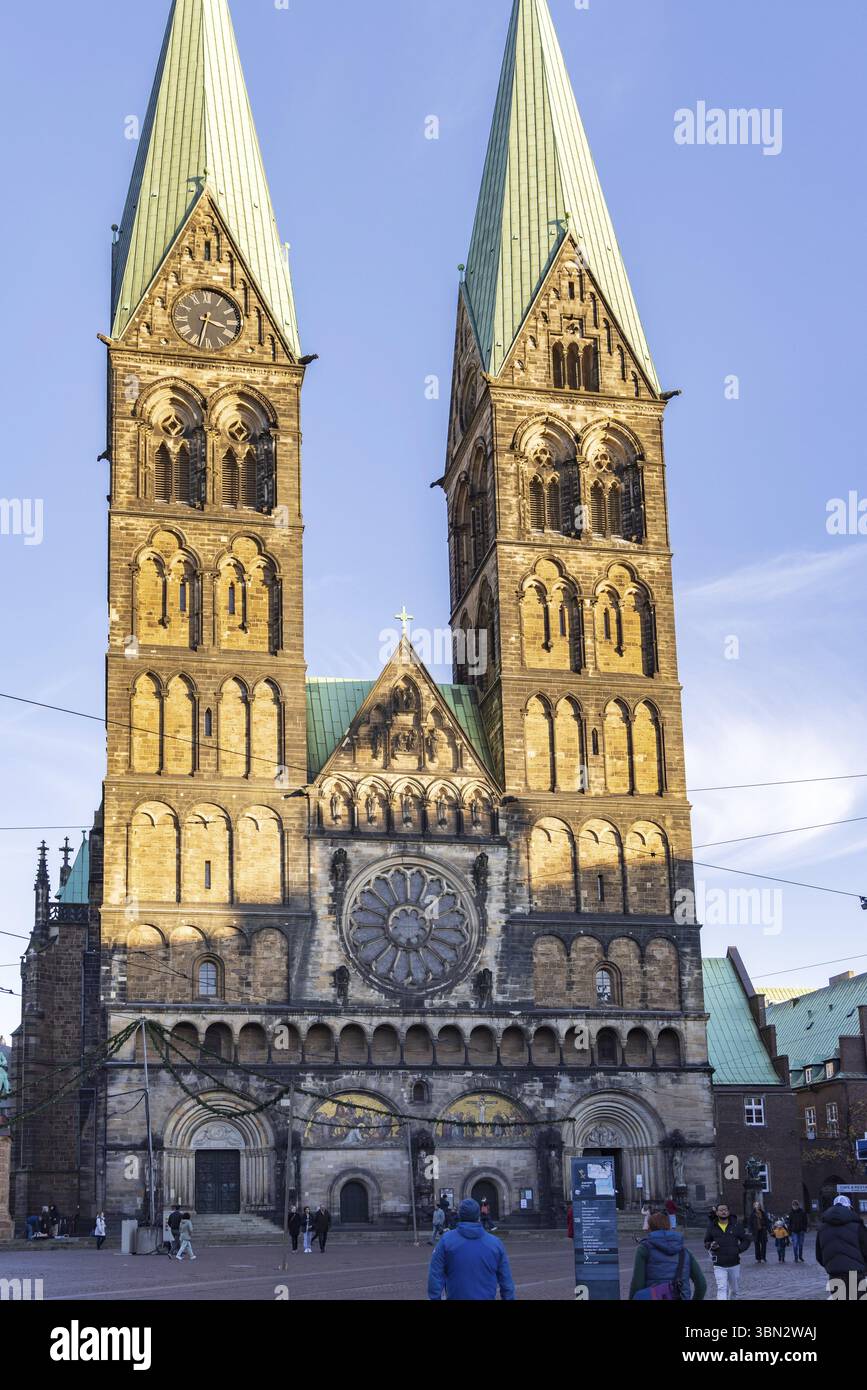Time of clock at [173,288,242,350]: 3:32
